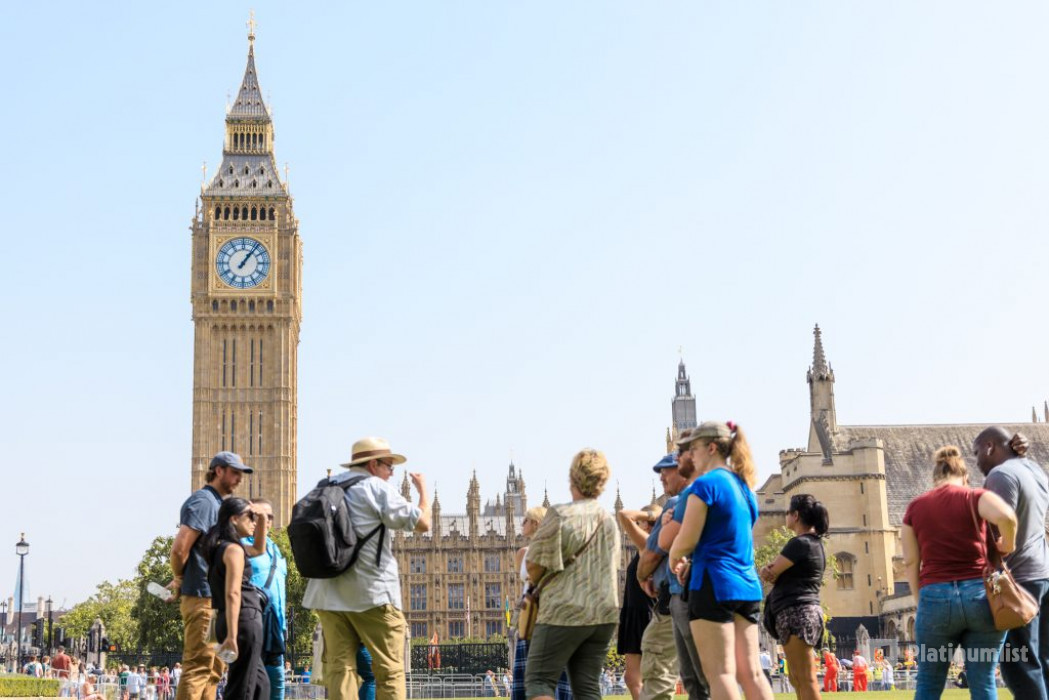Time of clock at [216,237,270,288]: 1:06
